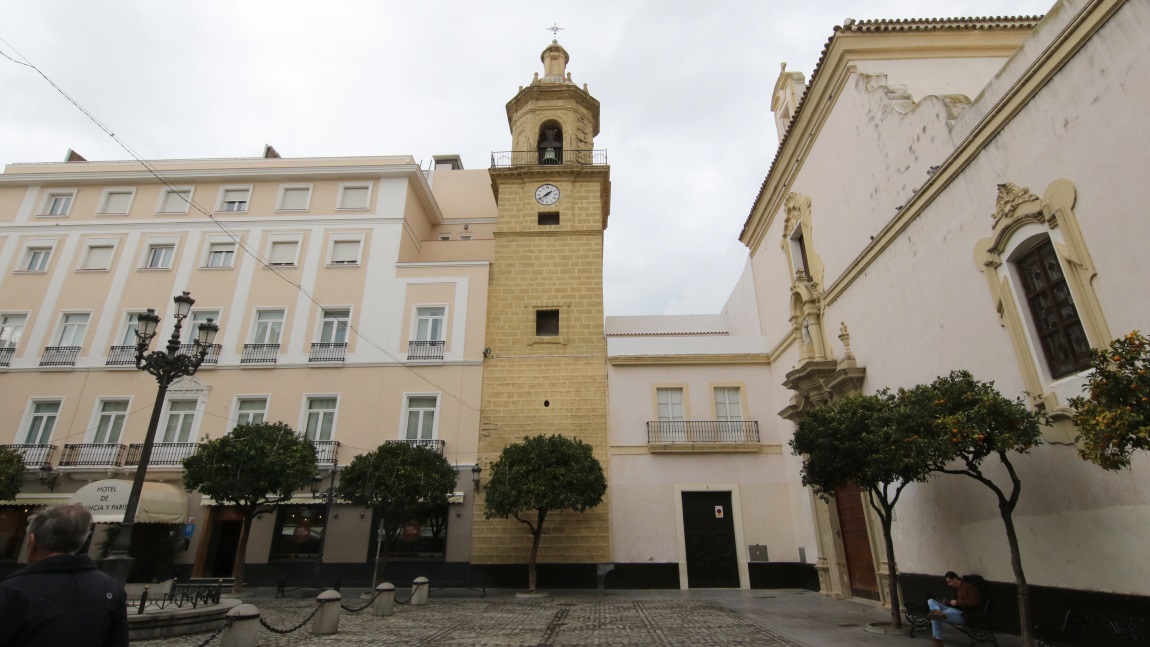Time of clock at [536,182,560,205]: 1:38
